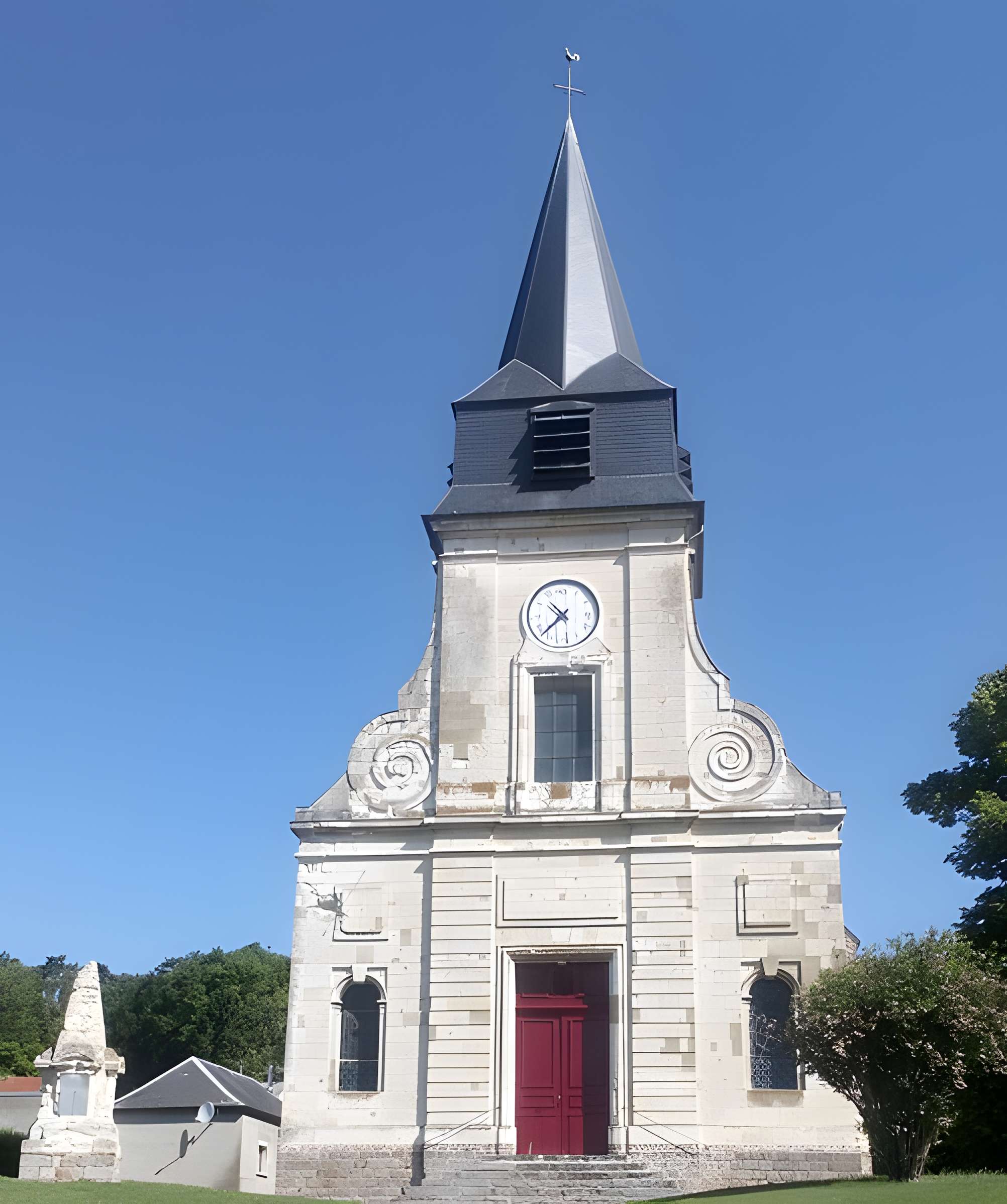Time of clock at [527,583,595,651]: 10:37
